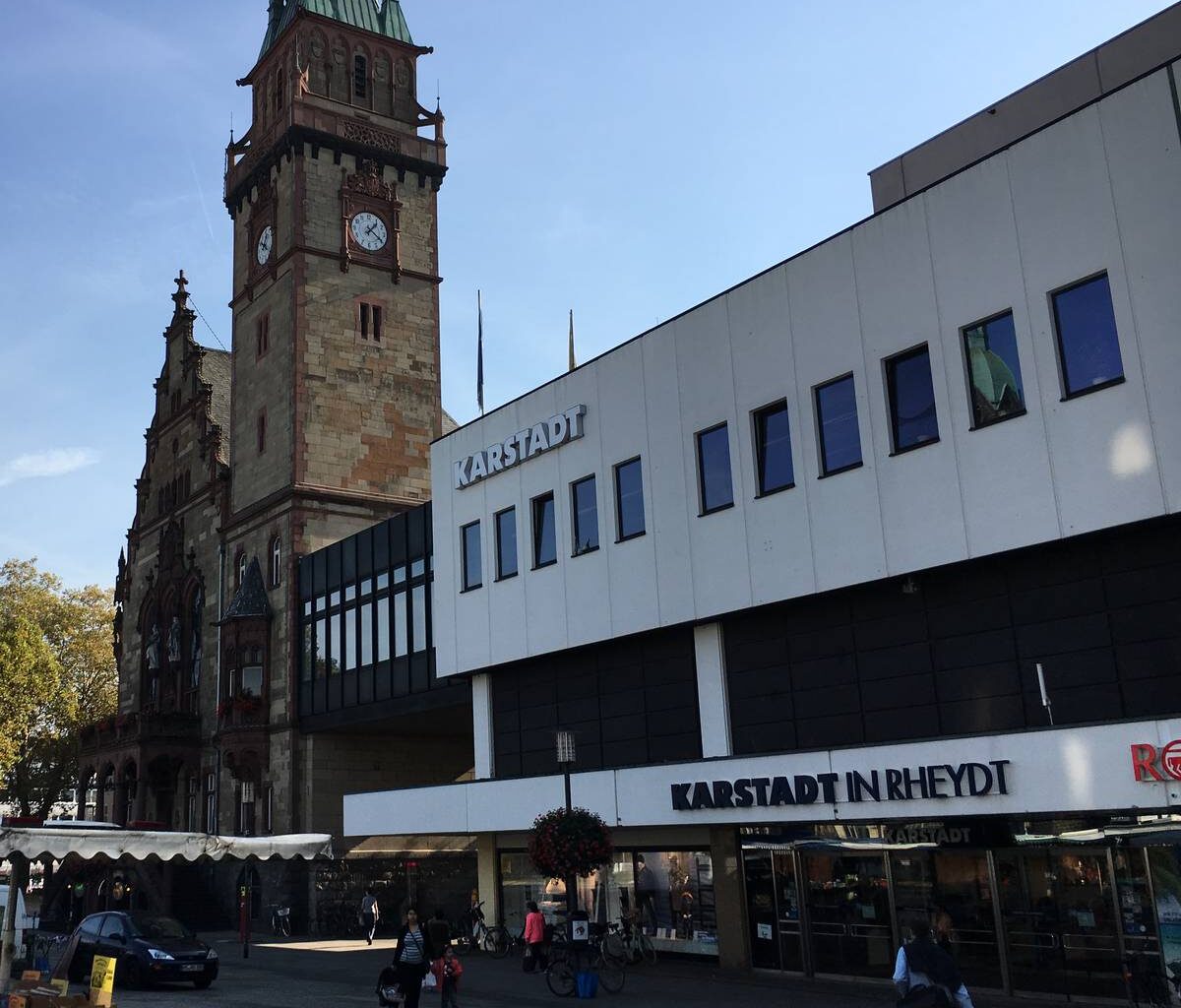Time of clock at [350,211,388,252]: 1:20
